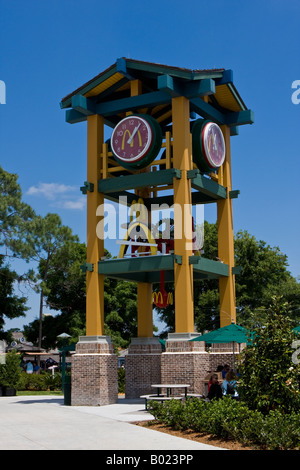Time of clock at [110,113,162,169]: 1:06
